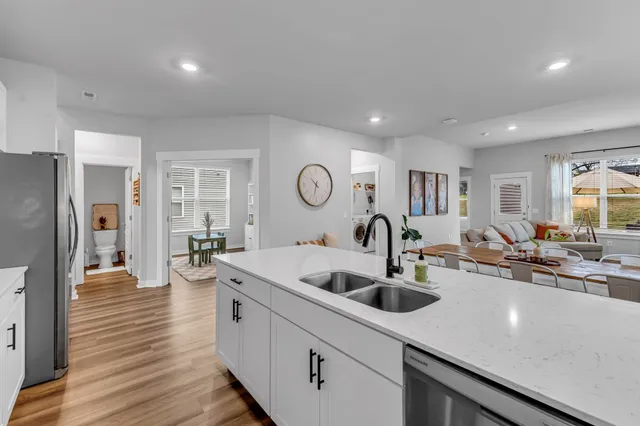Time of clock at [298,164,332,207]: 10:32
